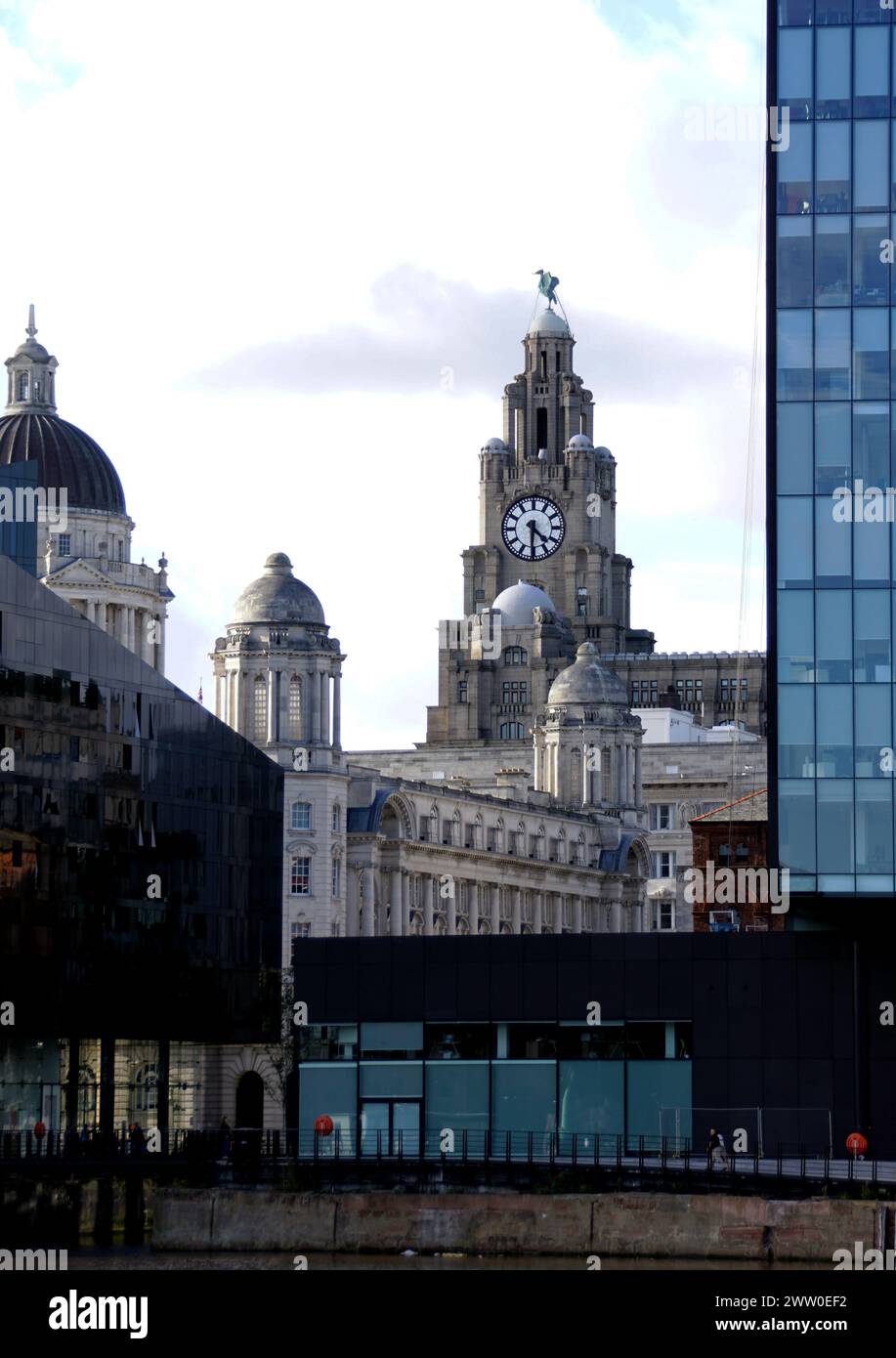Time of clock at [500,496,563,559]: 4:30
